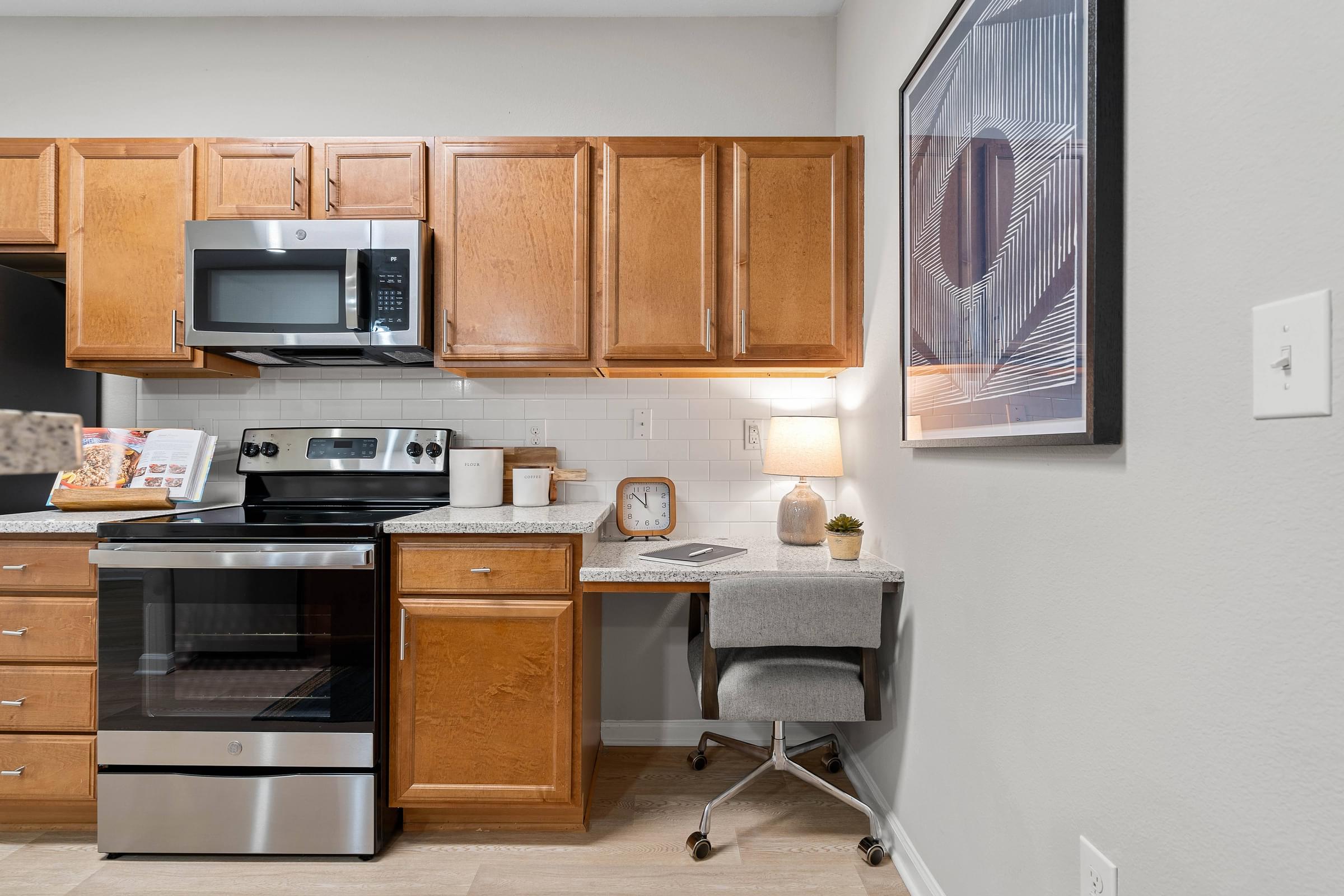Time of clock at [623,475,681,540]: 11:52
